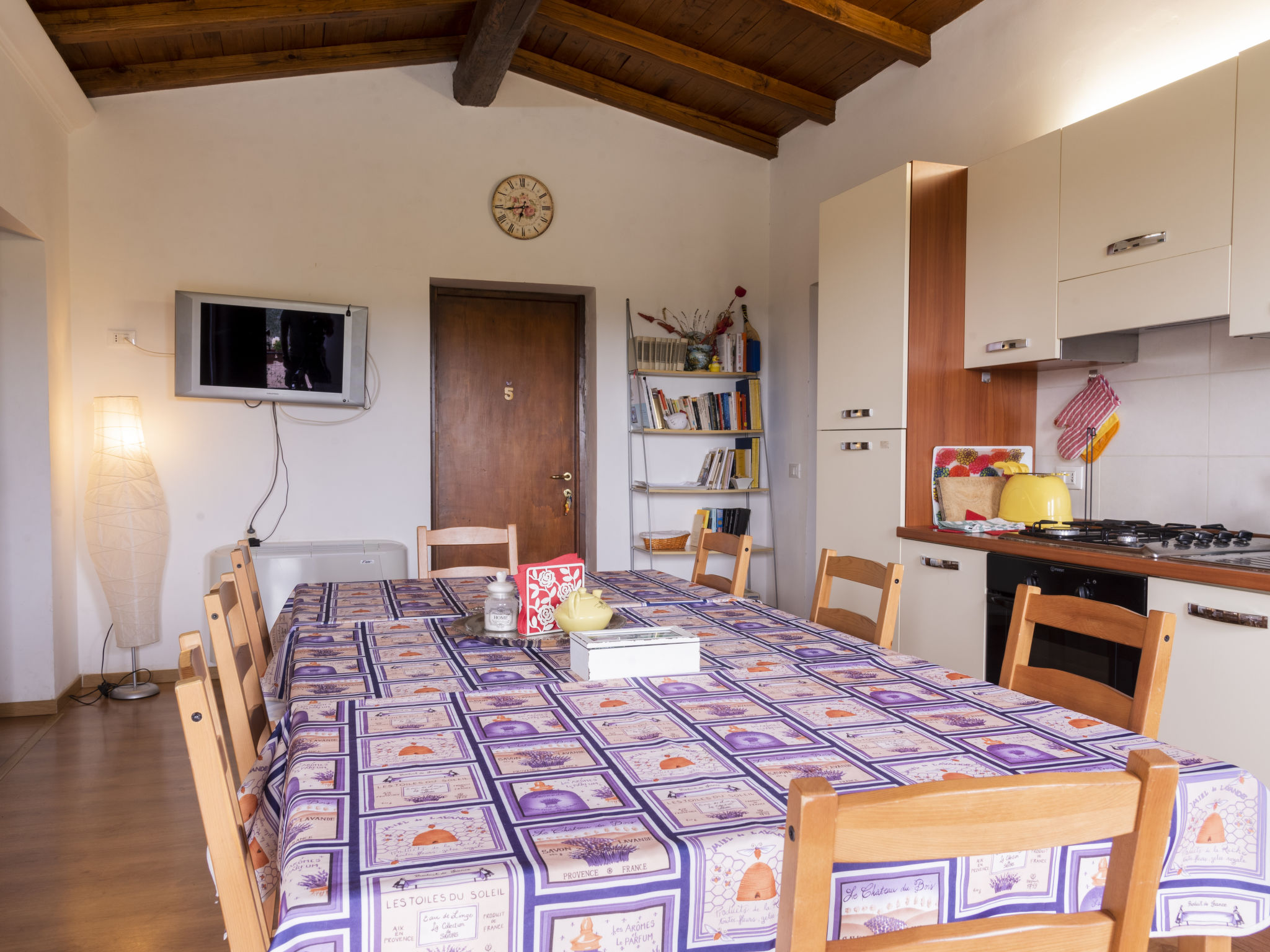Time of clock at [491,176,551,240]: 6:43
